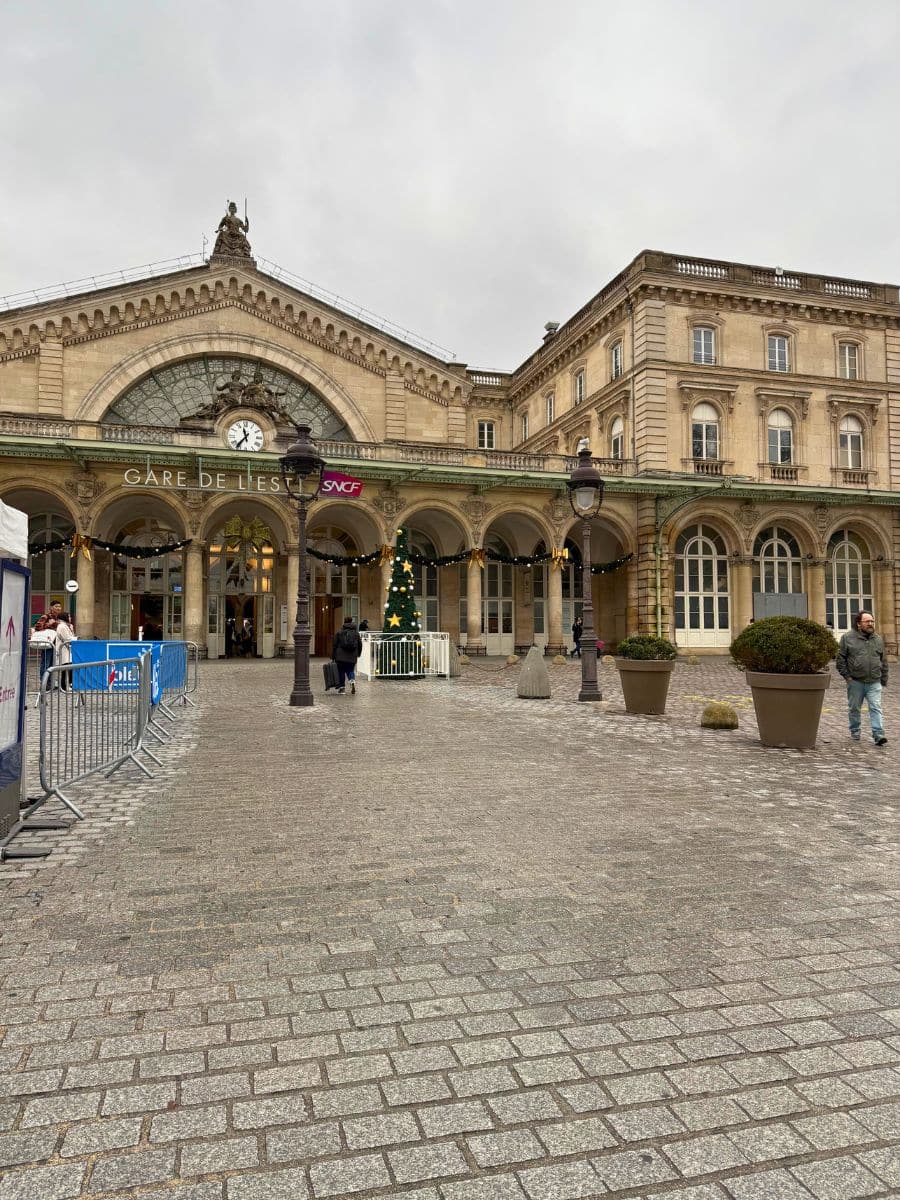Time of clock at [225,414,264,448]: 11:36
